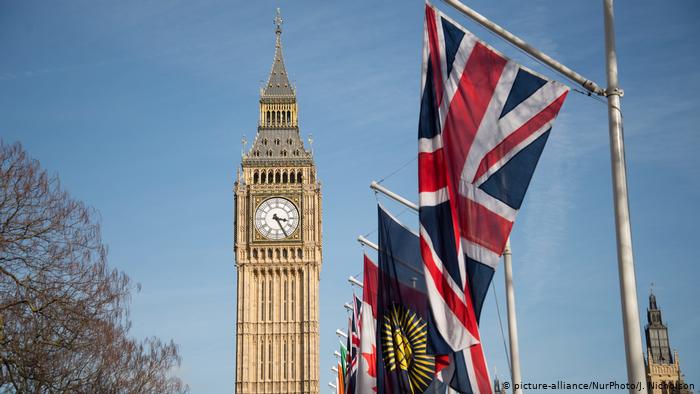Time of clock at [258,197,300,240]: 3:25
